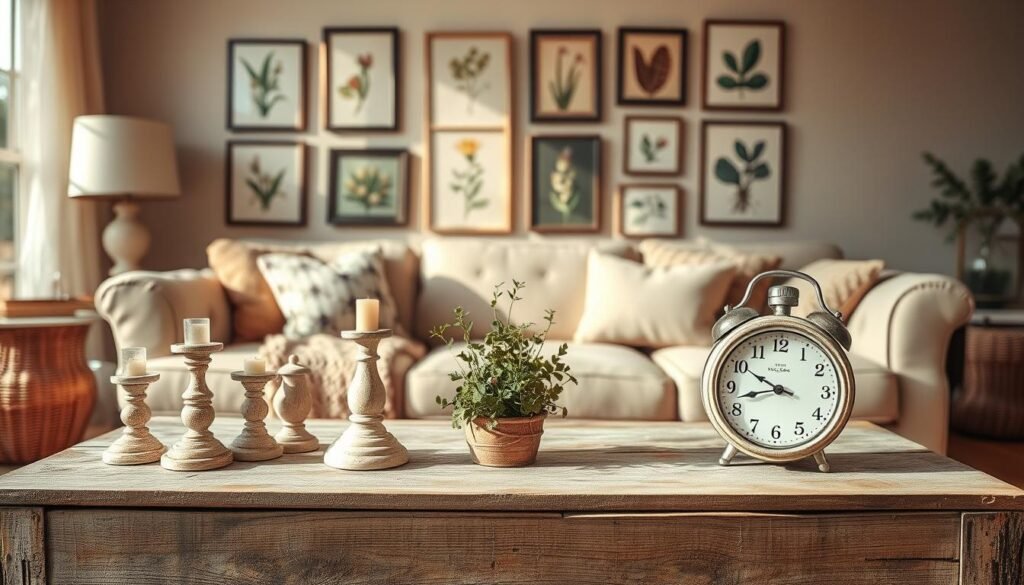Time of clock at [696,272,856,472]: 9:42
